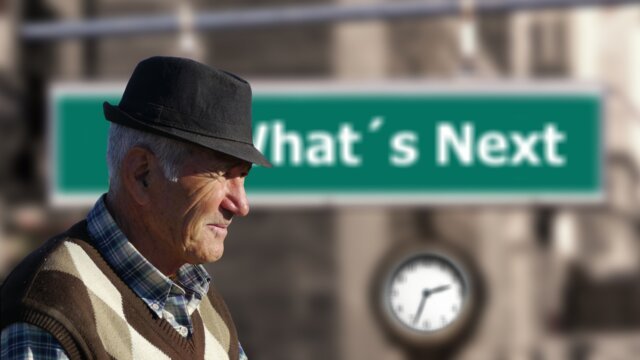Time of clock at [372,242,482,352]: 2:33
